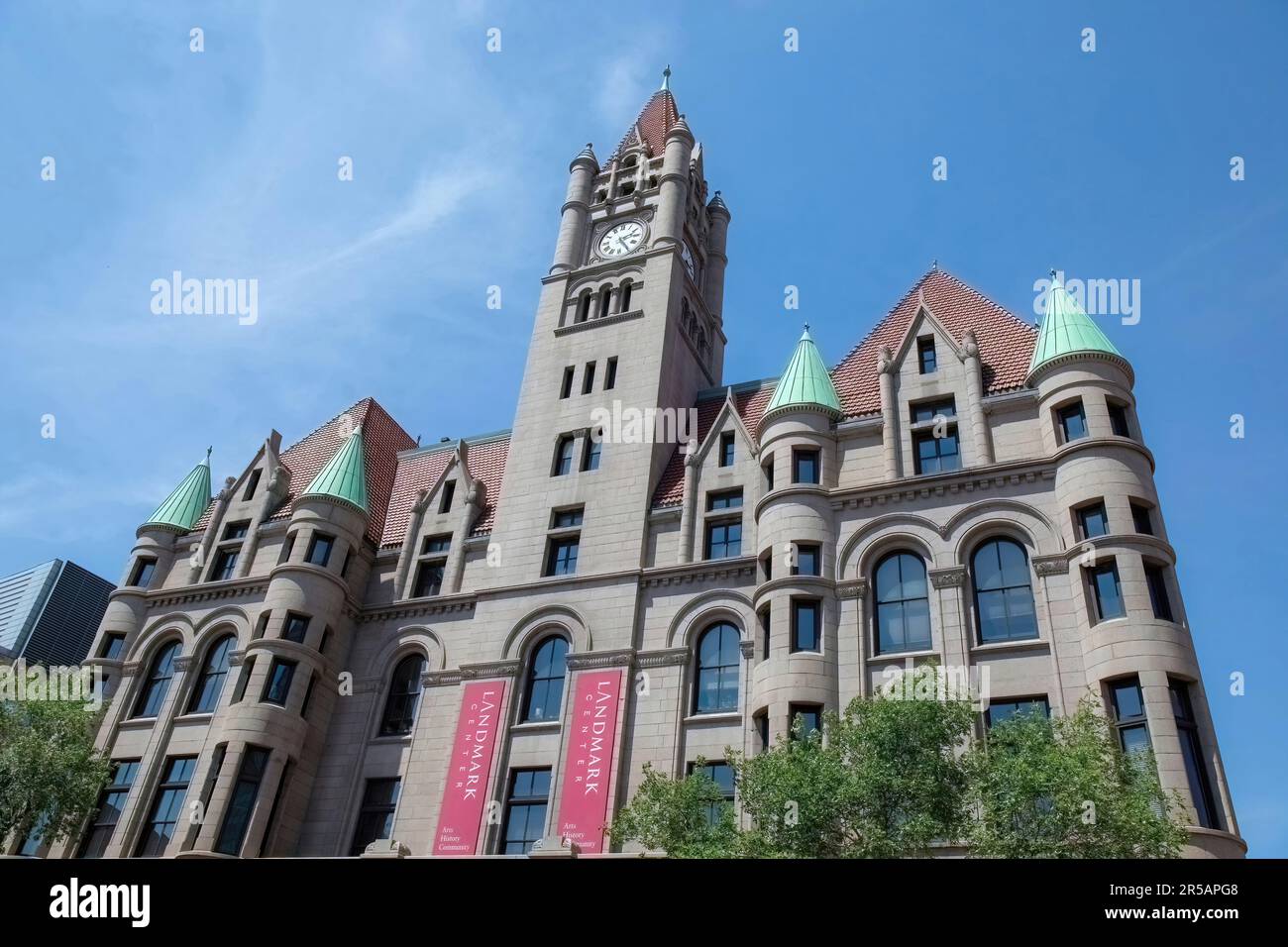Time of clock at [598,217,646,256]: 2:24
